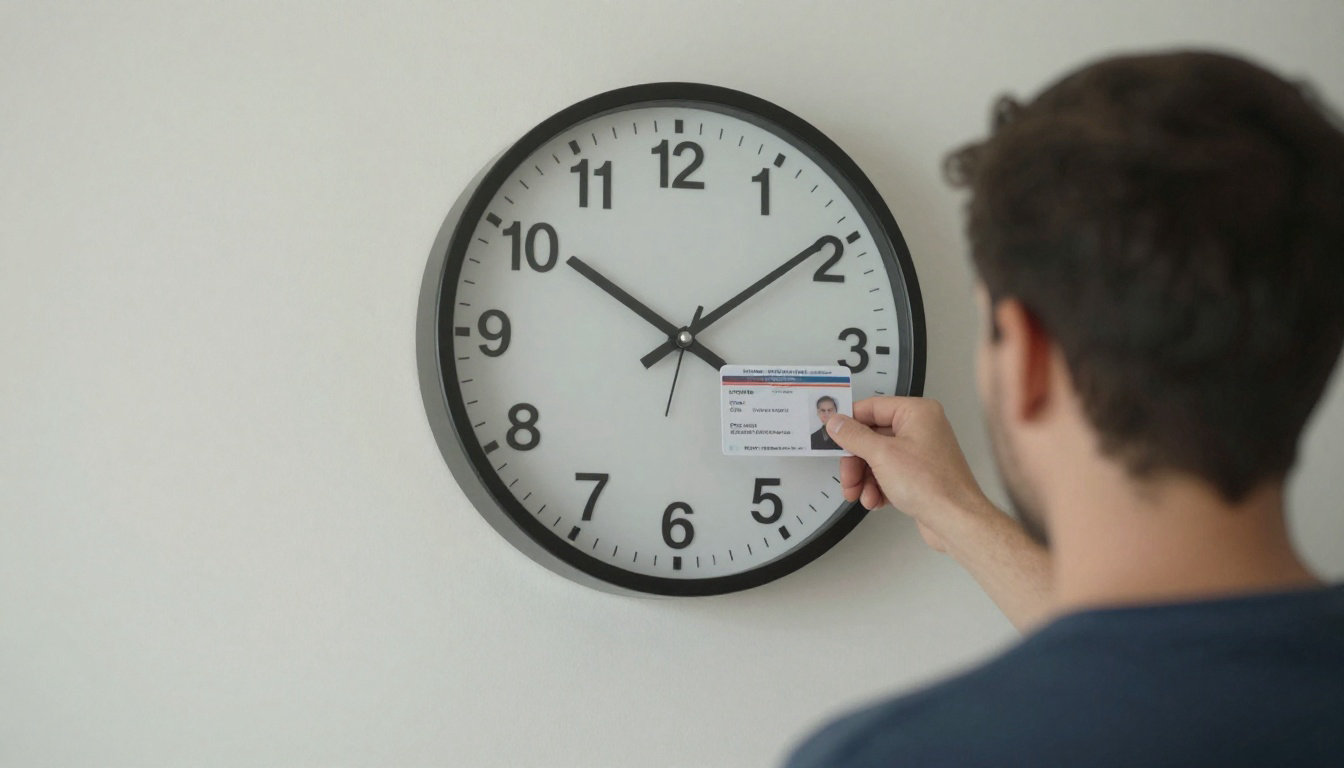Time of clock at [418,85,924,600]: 10:09
